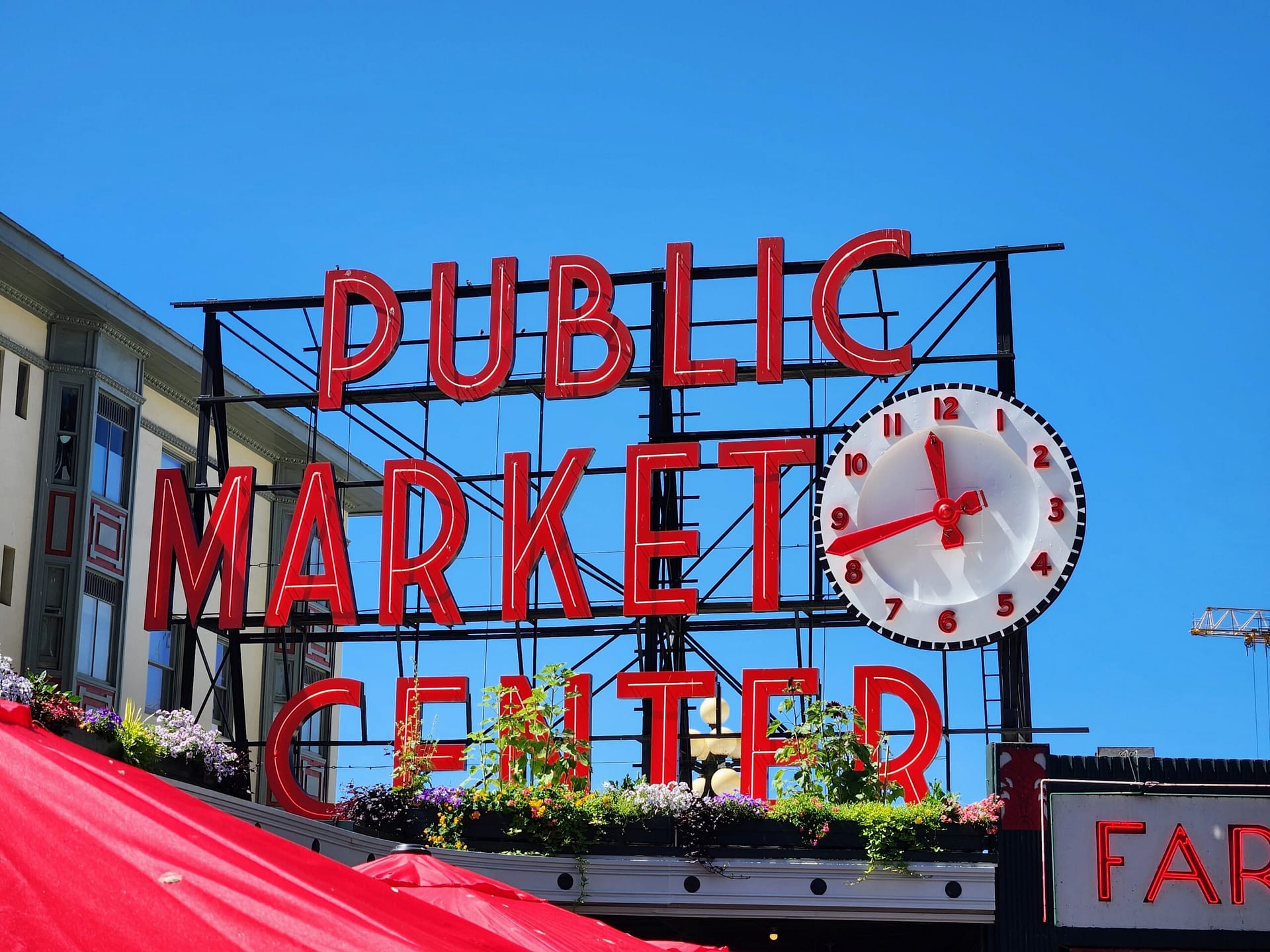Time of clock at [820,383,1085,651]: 11:42
